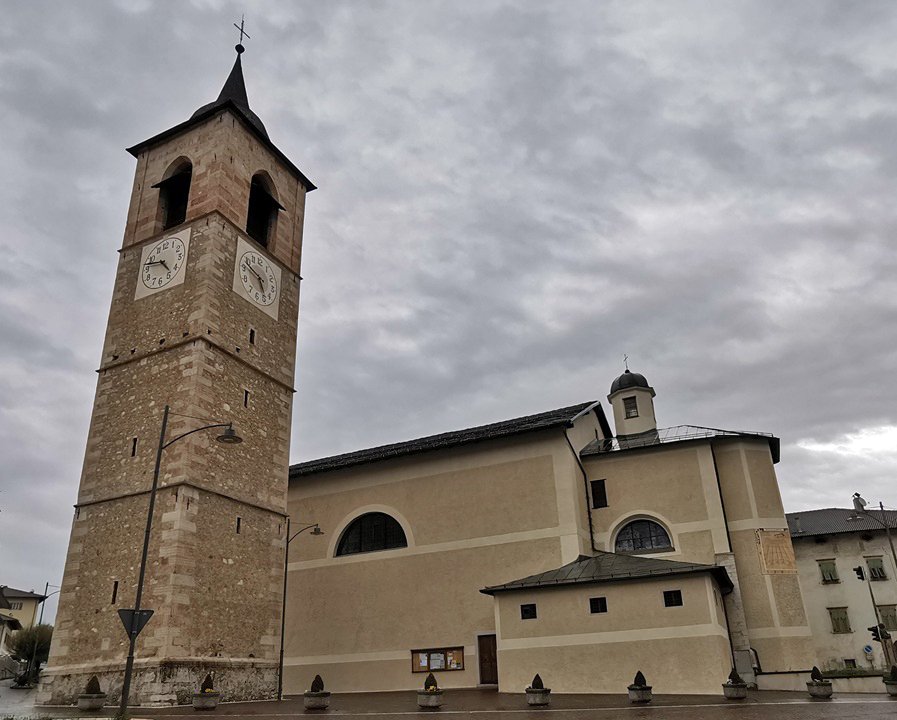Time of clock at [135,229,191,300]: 4:47
